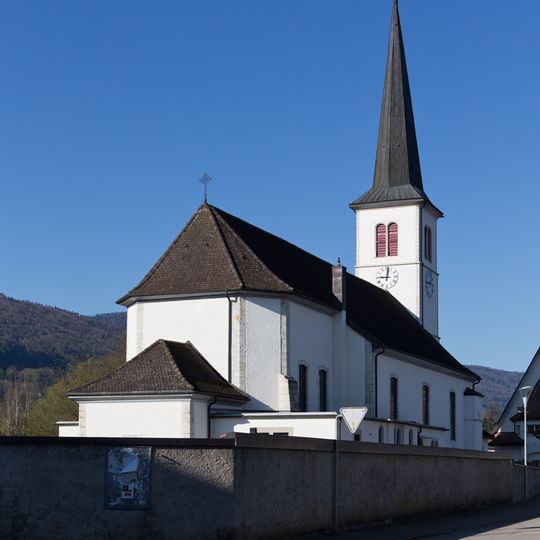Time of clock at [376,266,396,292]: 9:01
